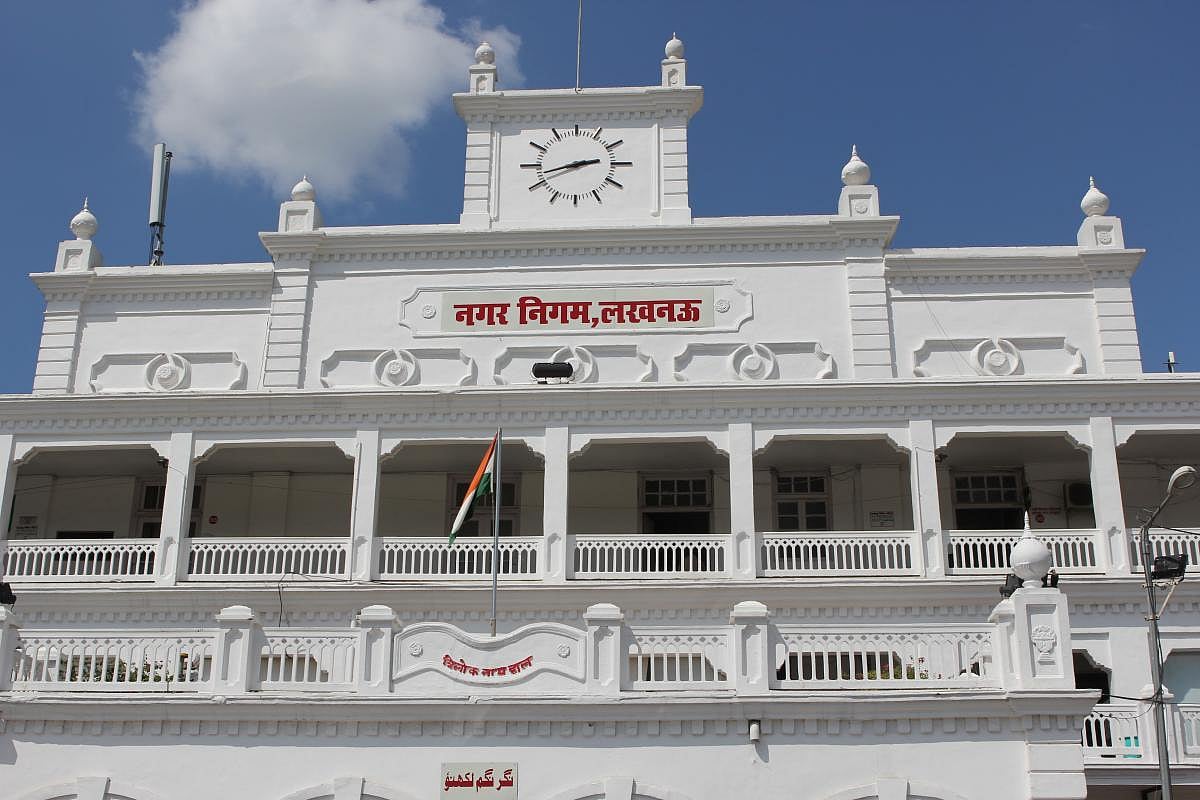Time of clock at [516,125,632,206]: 2:42
